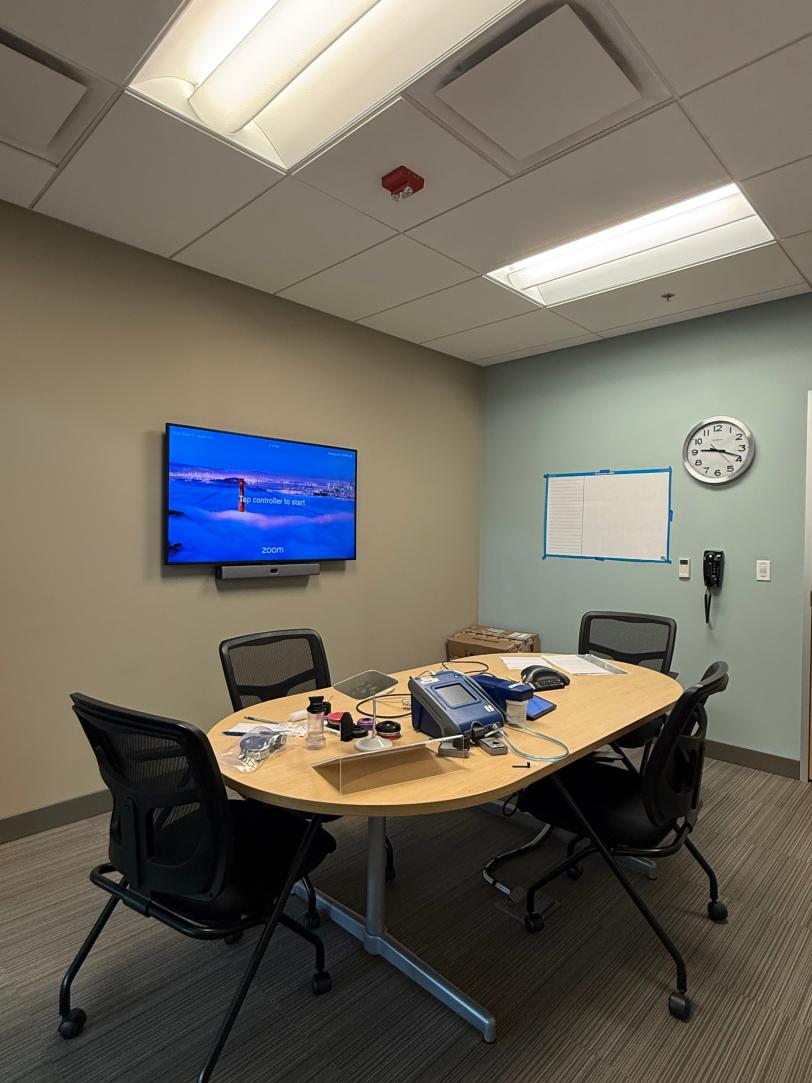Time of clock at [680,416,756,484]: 9:18
